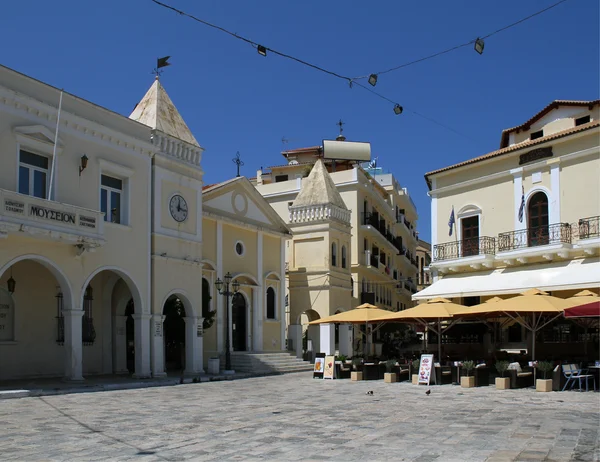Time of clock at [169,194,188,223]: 12:15
